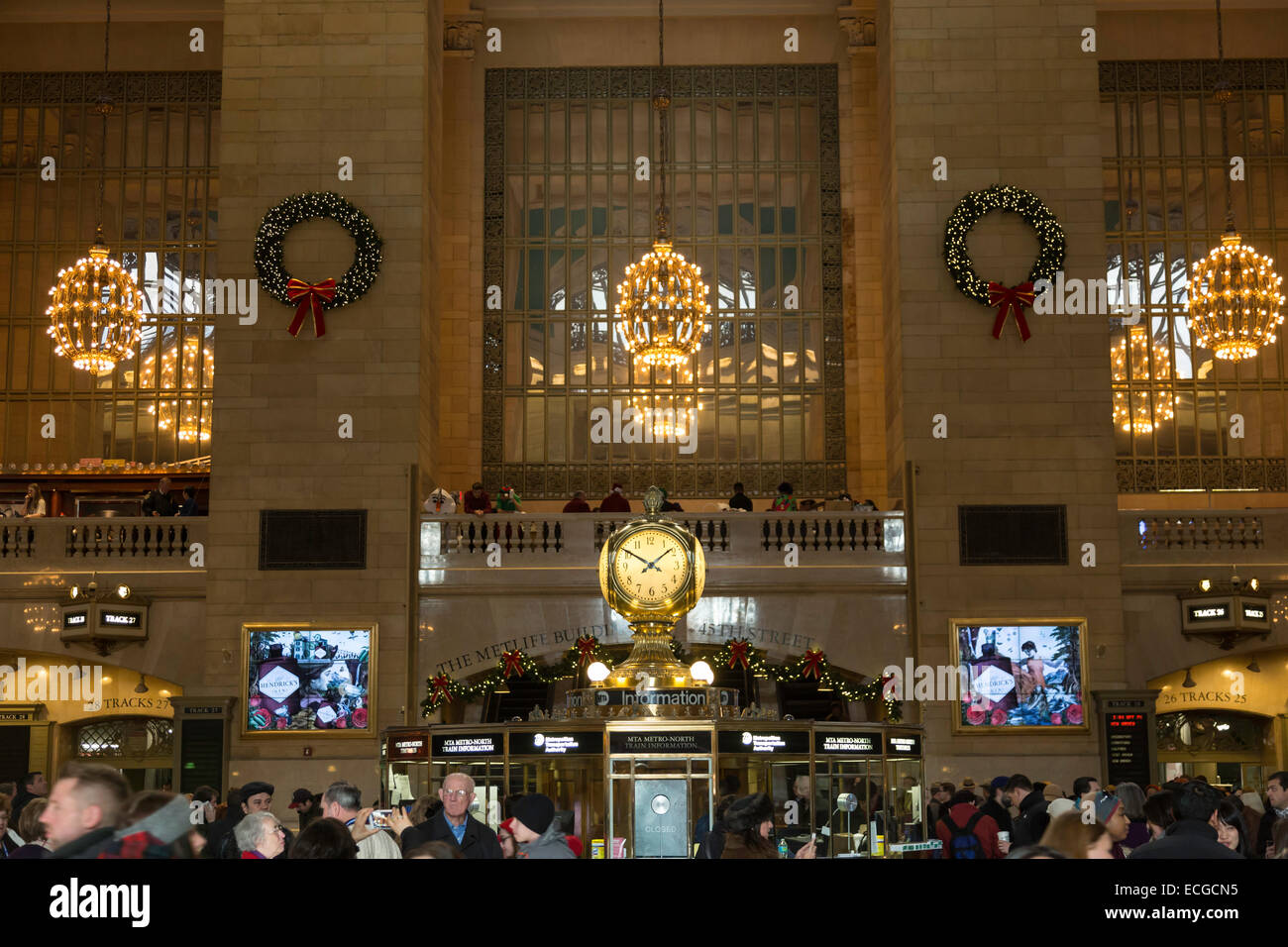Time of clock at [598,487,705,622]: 1:50
